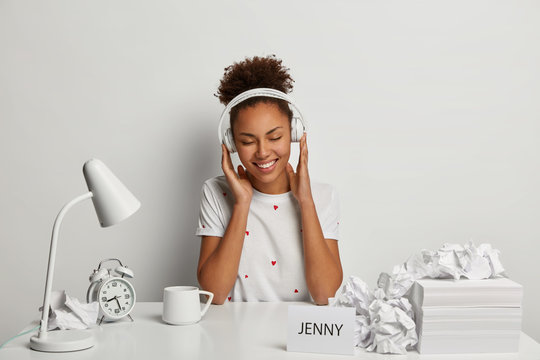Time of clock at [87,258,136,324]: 8:26
